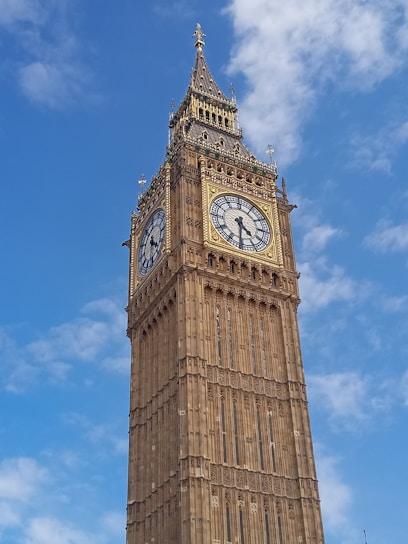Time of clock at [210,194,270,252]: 4:30
